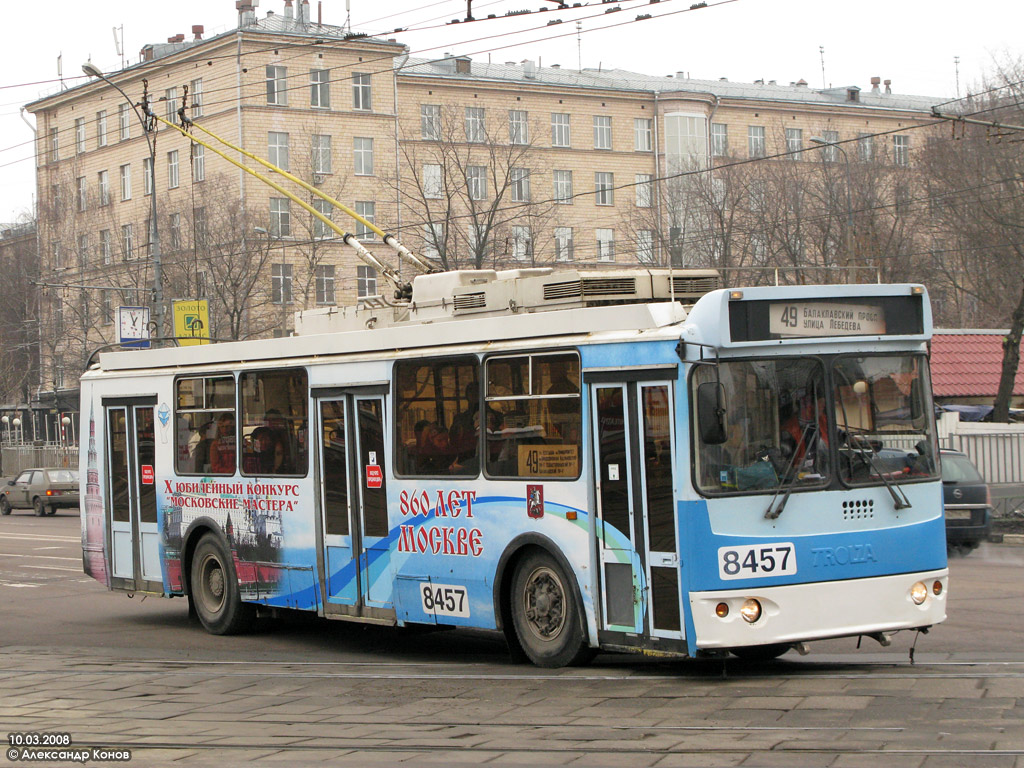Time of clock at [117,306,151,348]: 12:57
